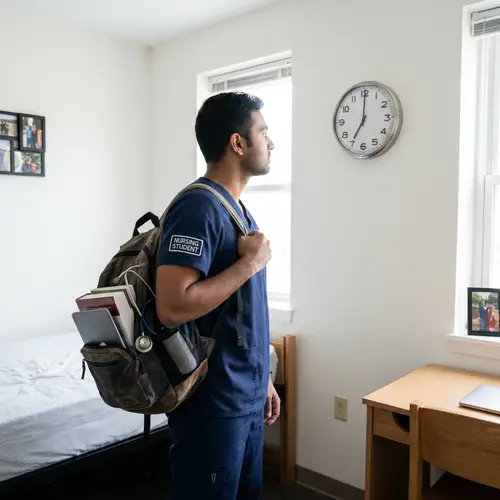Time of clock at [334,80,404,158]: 7:00
